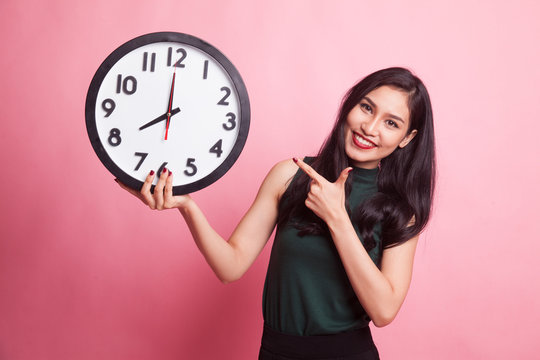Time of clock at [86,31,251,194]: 7:59
